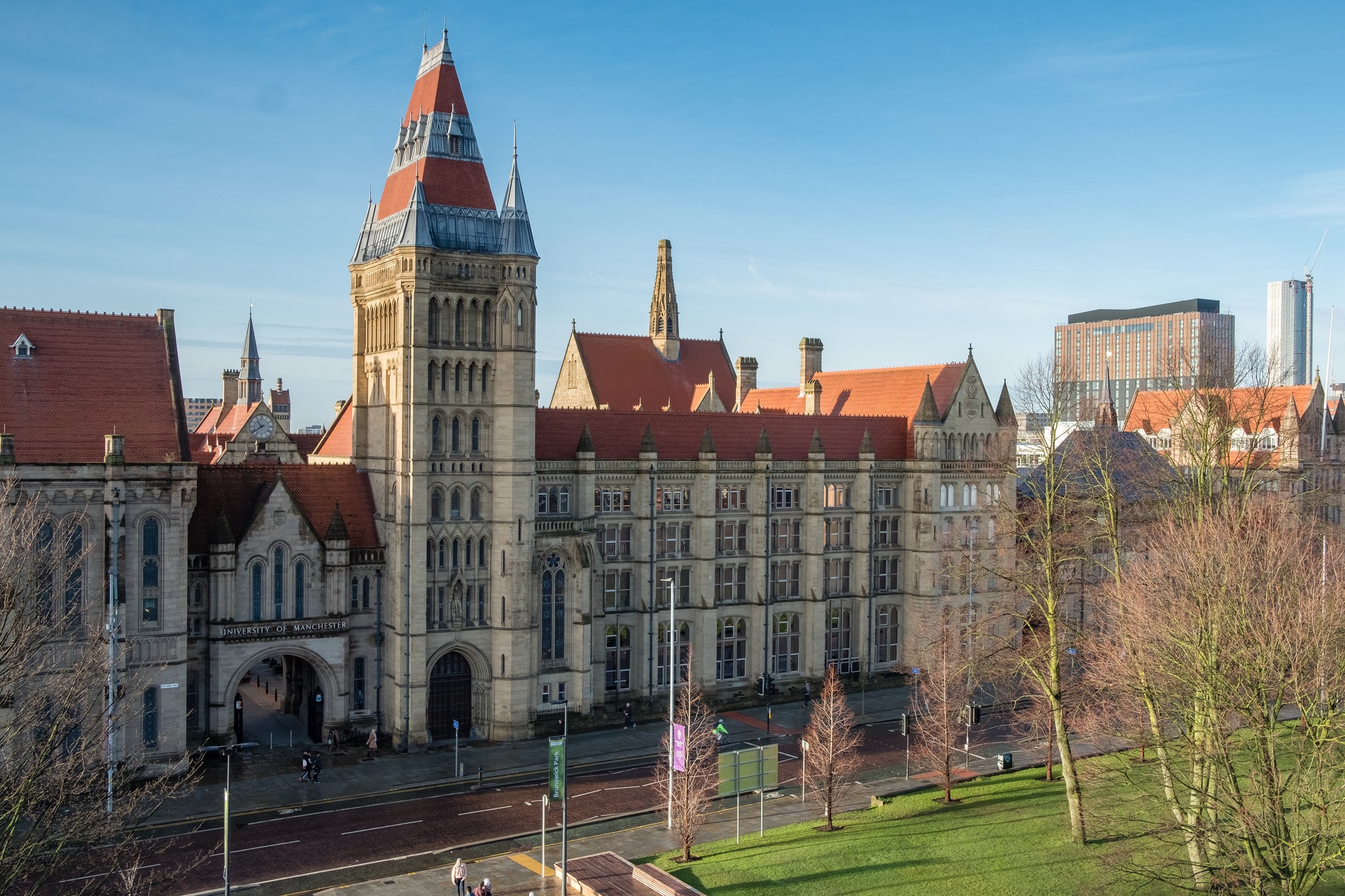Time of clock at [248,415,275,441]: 10:39
